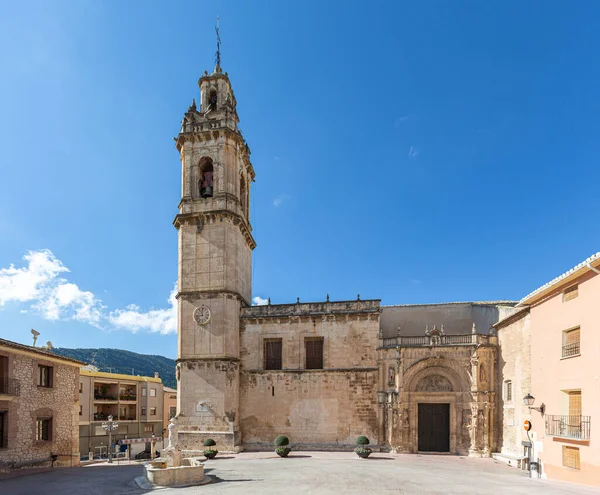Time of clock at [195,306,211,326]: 11:43
